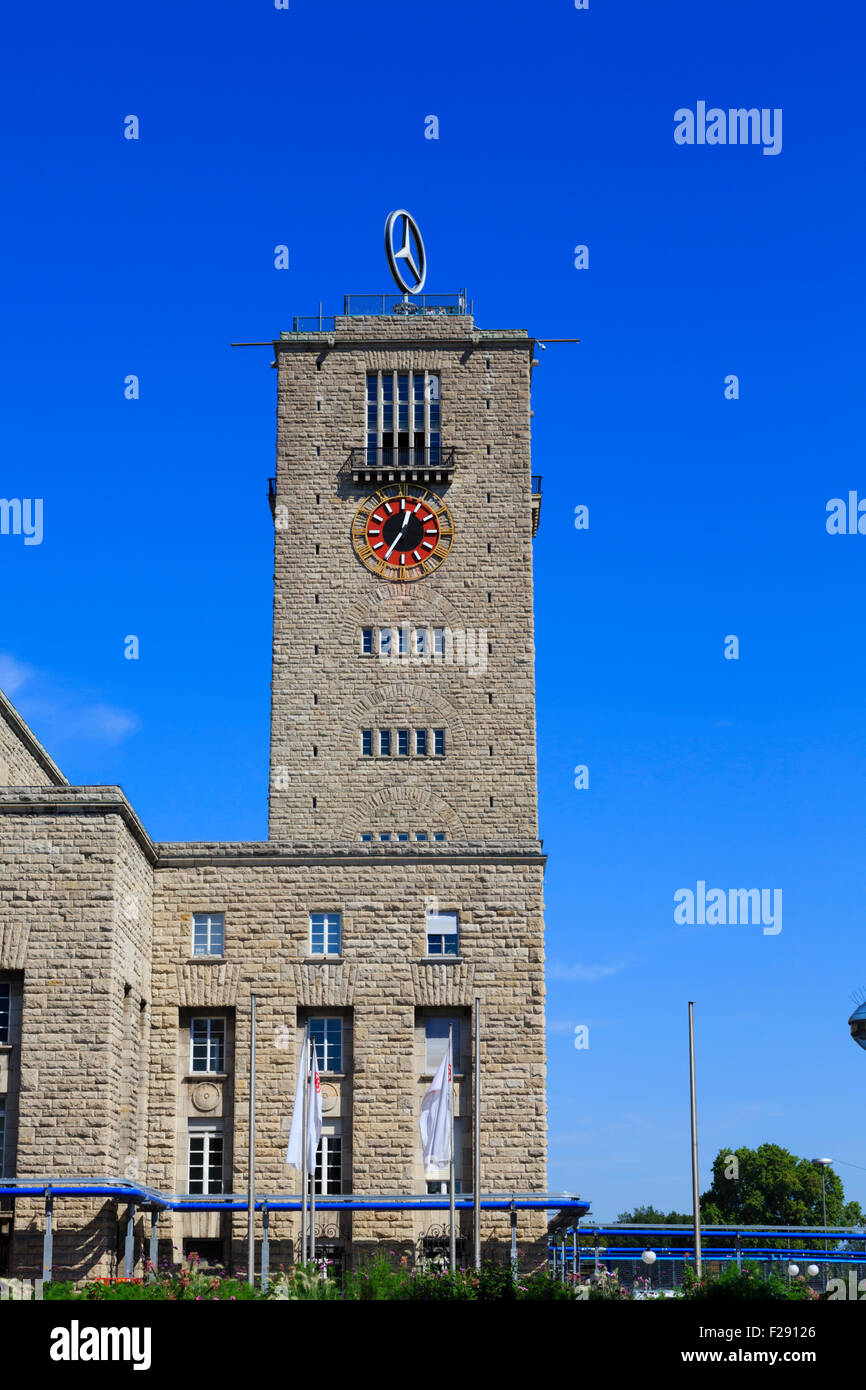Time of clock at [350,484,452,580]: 12:35
